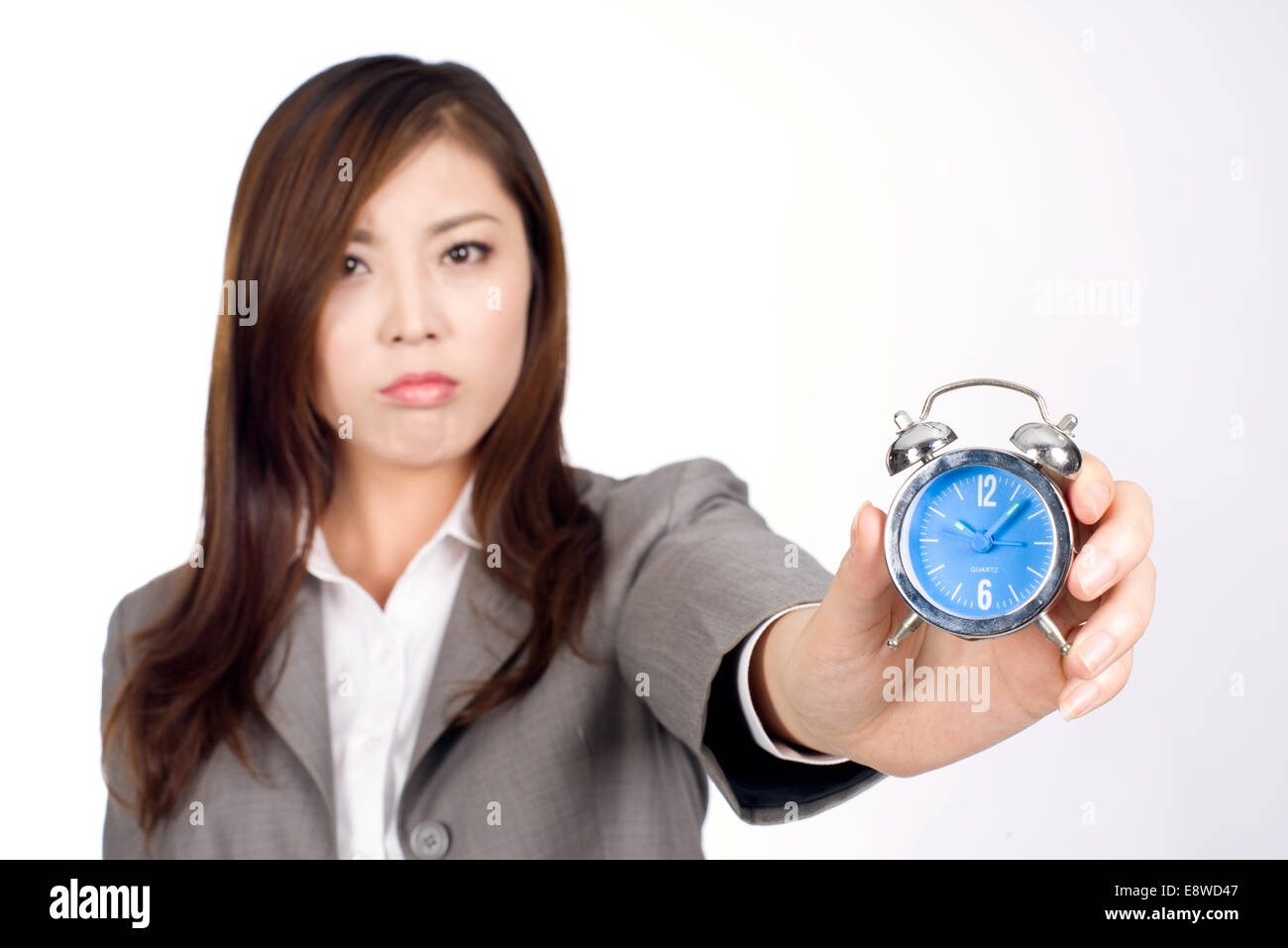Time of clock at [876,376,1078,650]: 10:07
